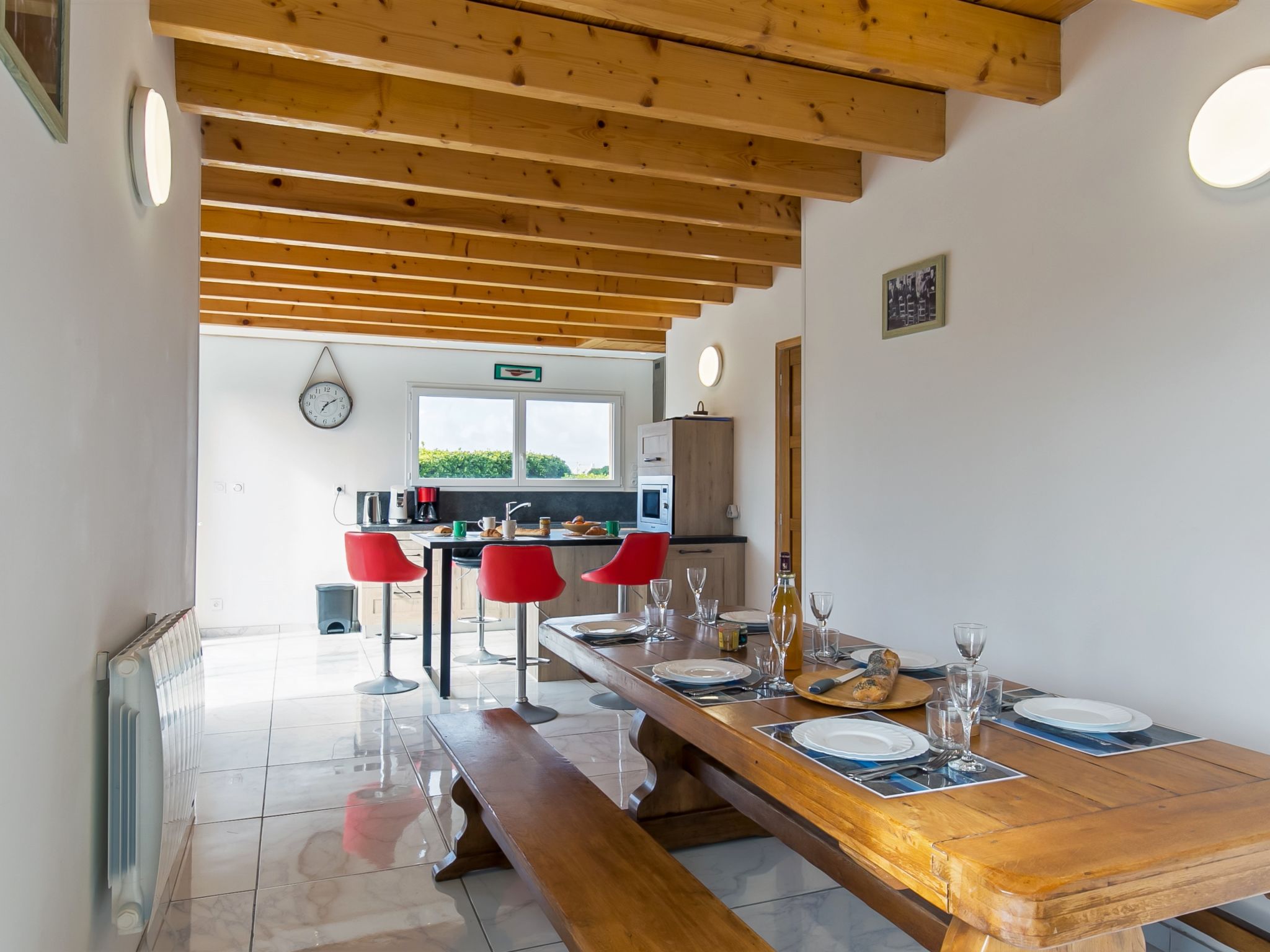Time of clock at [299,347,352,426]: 7:09
